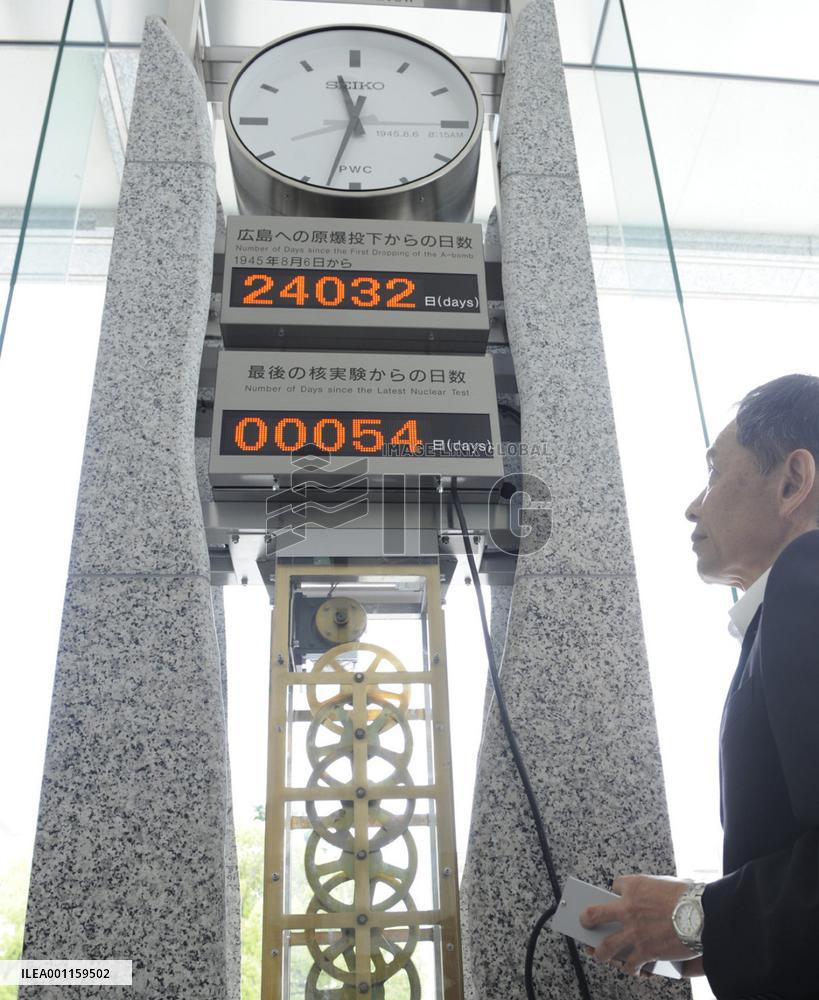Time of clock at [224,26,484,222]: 11:32
